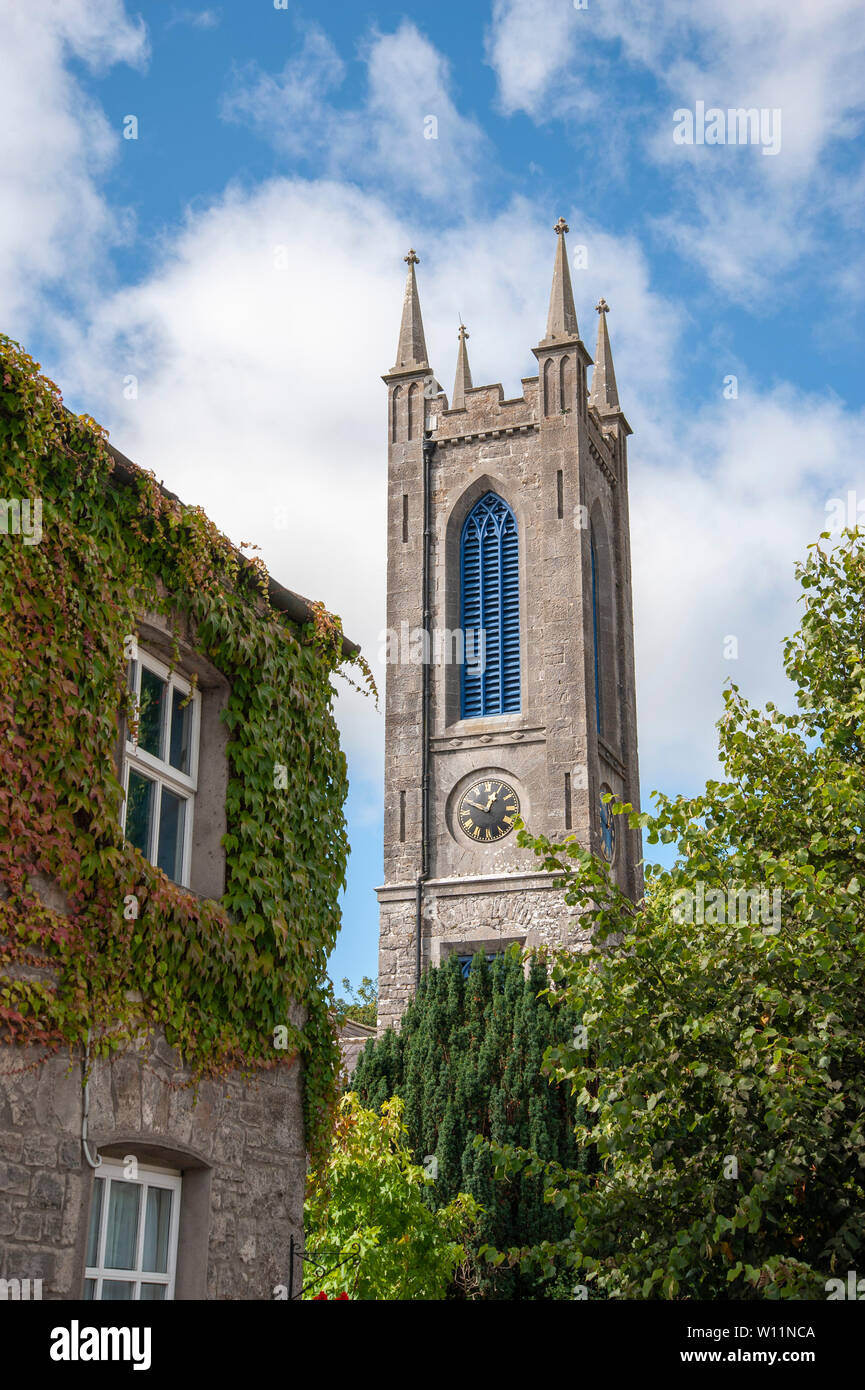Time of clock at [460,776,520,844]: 12:49
